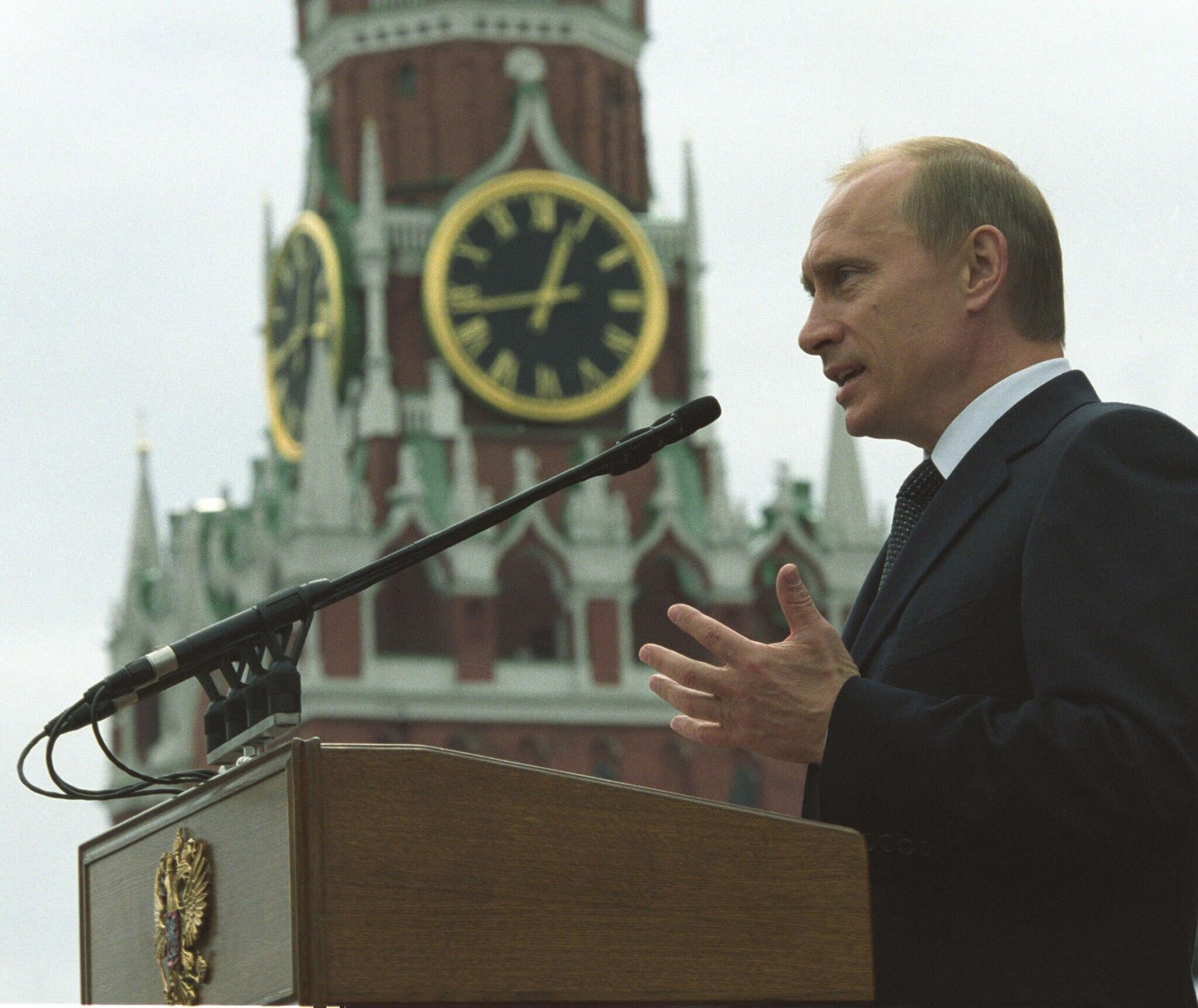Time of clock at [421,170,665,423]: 12:42
